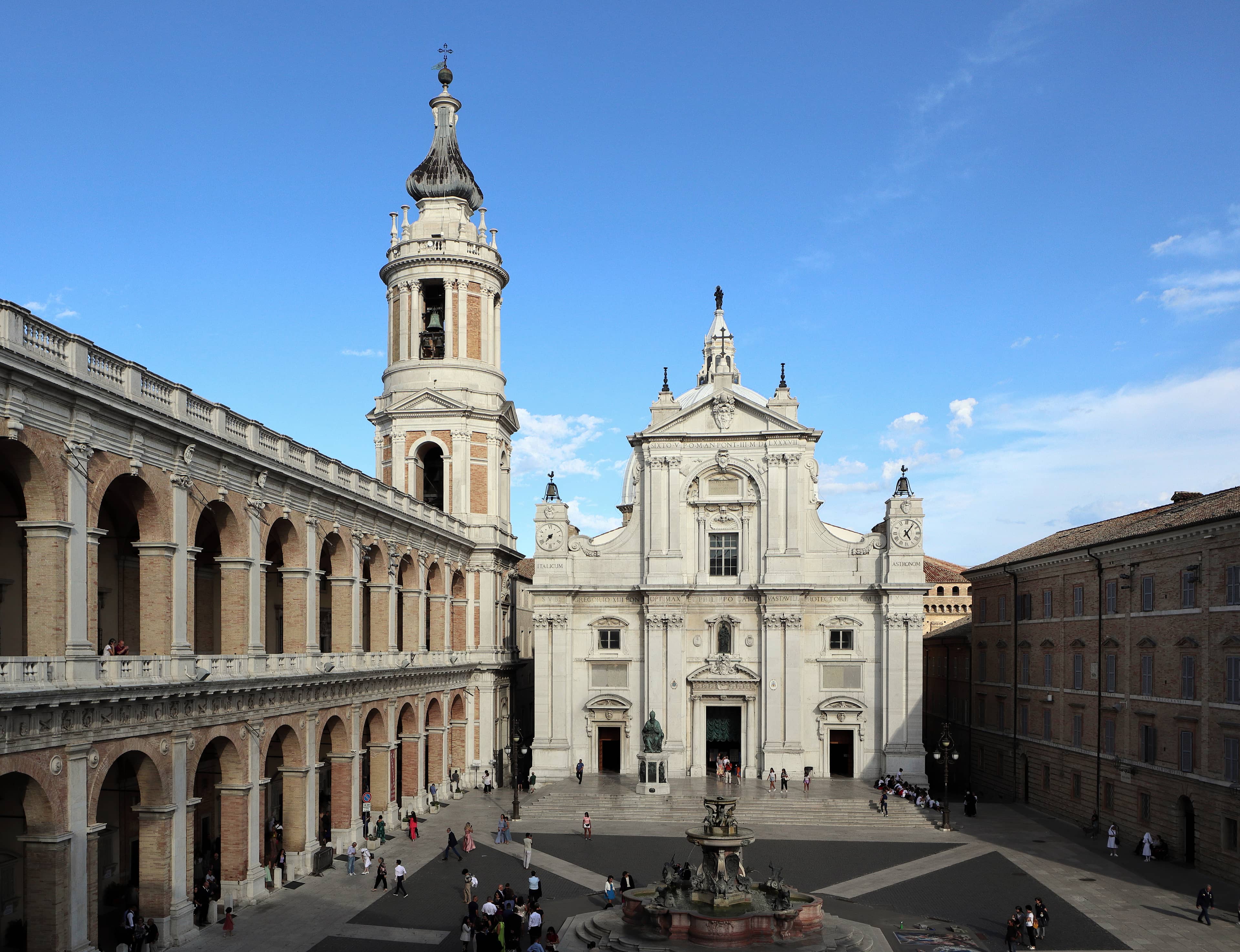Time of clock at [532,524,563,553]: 7:37
